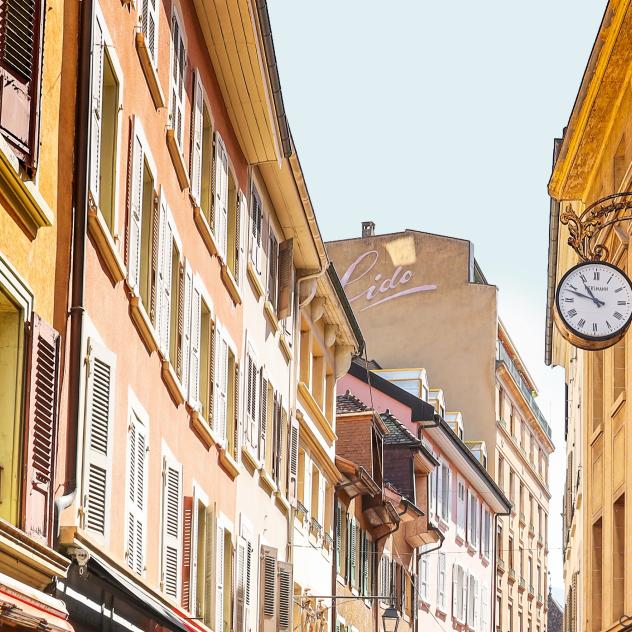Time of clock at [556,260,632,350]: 10:48
